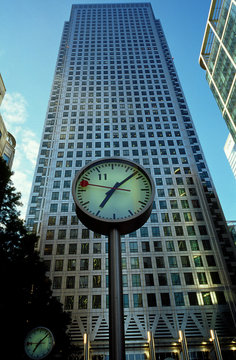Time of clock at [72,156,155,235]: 7:08
